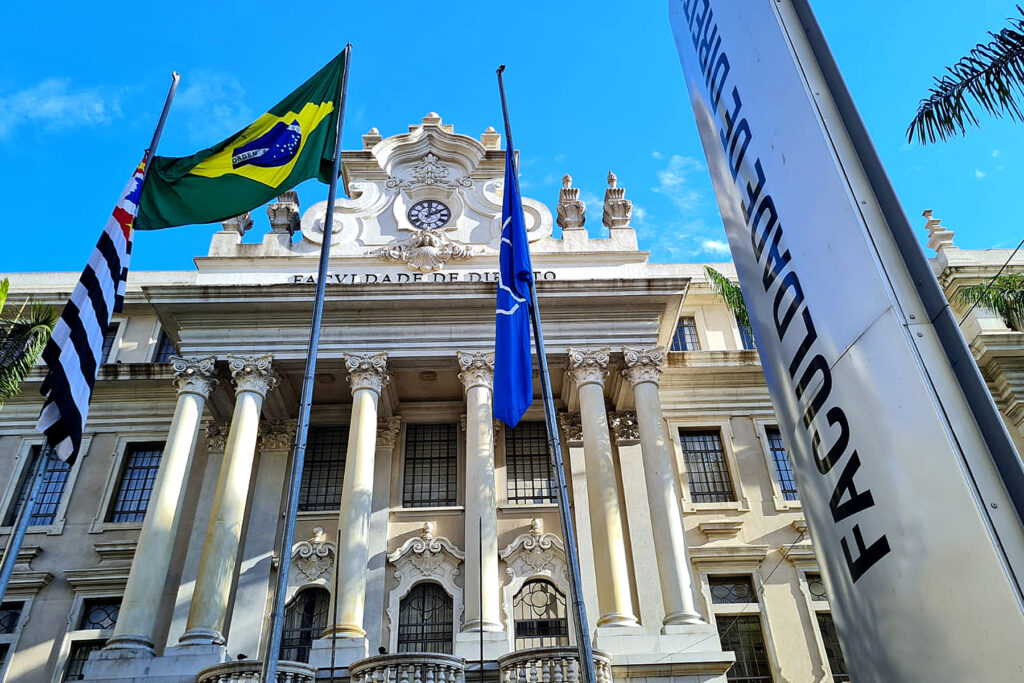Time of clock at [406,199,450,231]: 2:00
